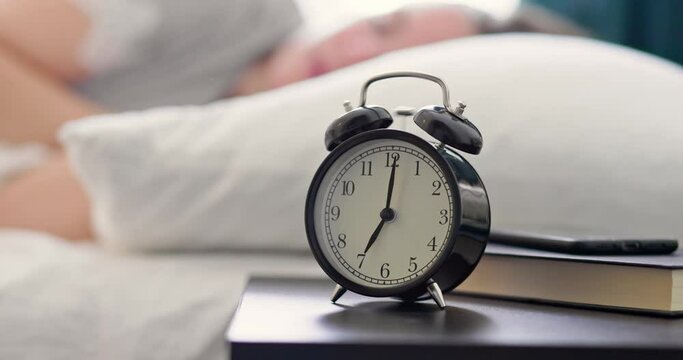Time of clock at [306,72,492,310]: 7:01
